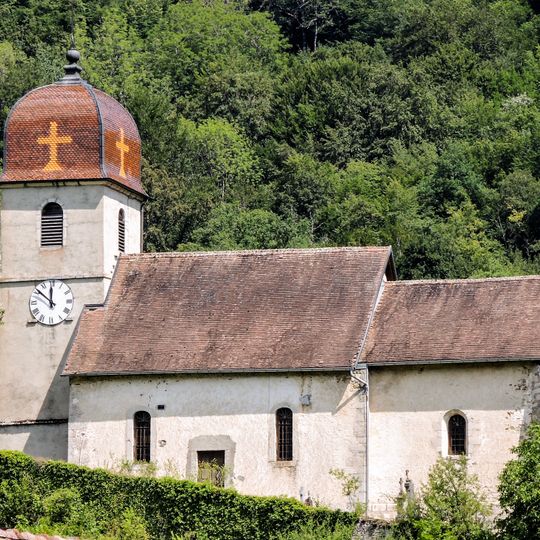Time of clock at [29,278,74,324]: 11:51
